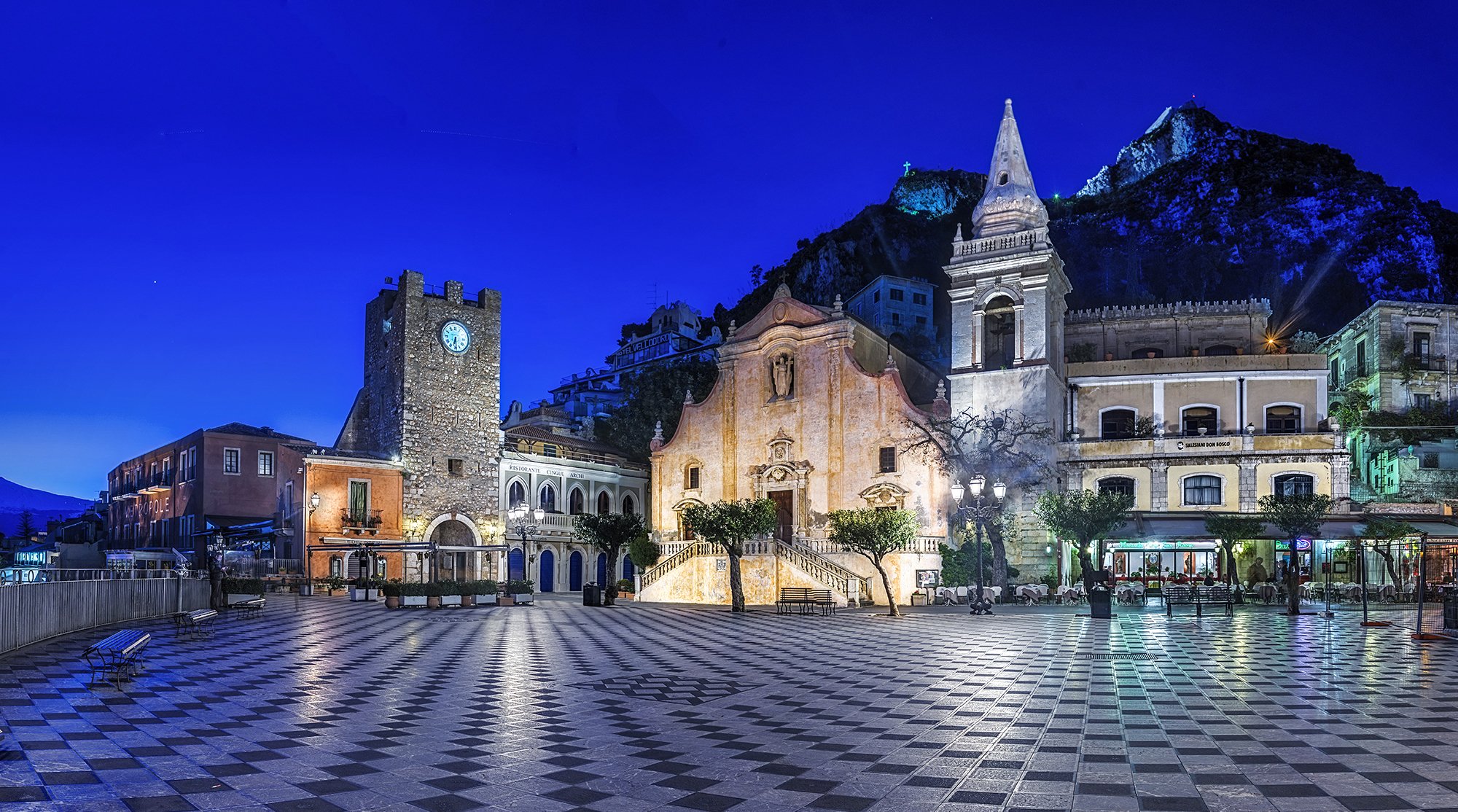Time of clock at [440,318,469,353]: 6:29
